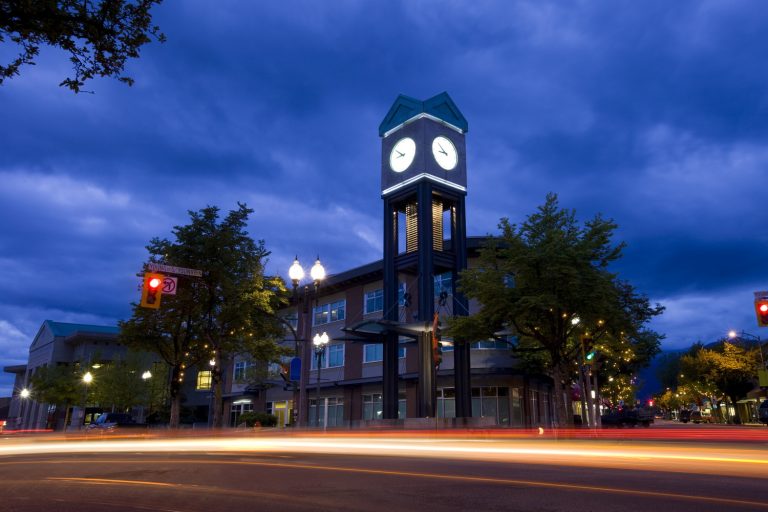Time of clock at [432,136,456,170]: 8:52
